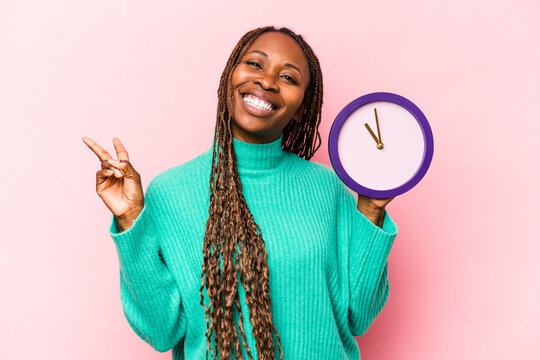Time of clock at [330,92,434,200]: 10:58
